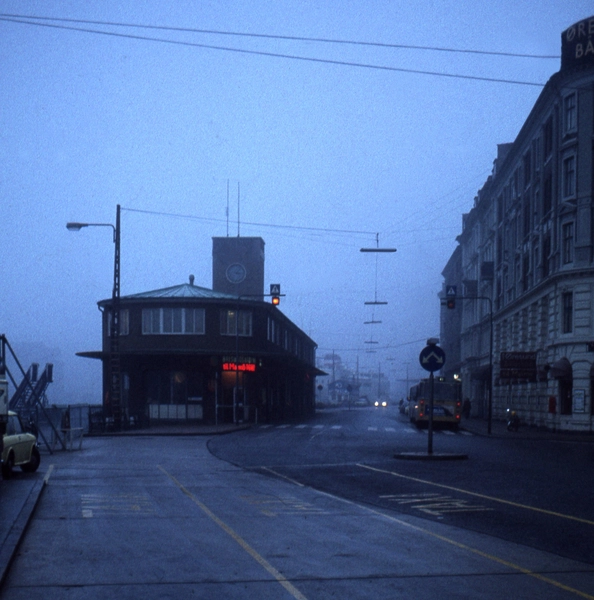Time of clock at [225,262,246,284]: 3:07
